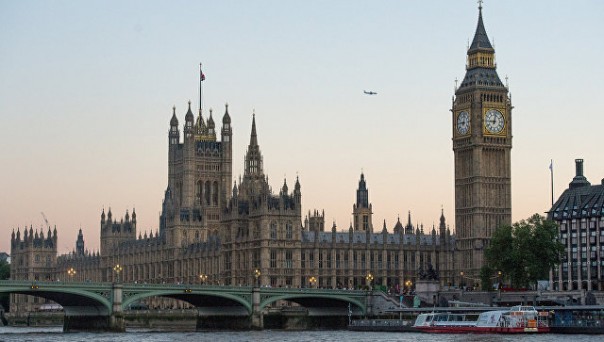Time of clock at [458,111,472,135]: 9:01
